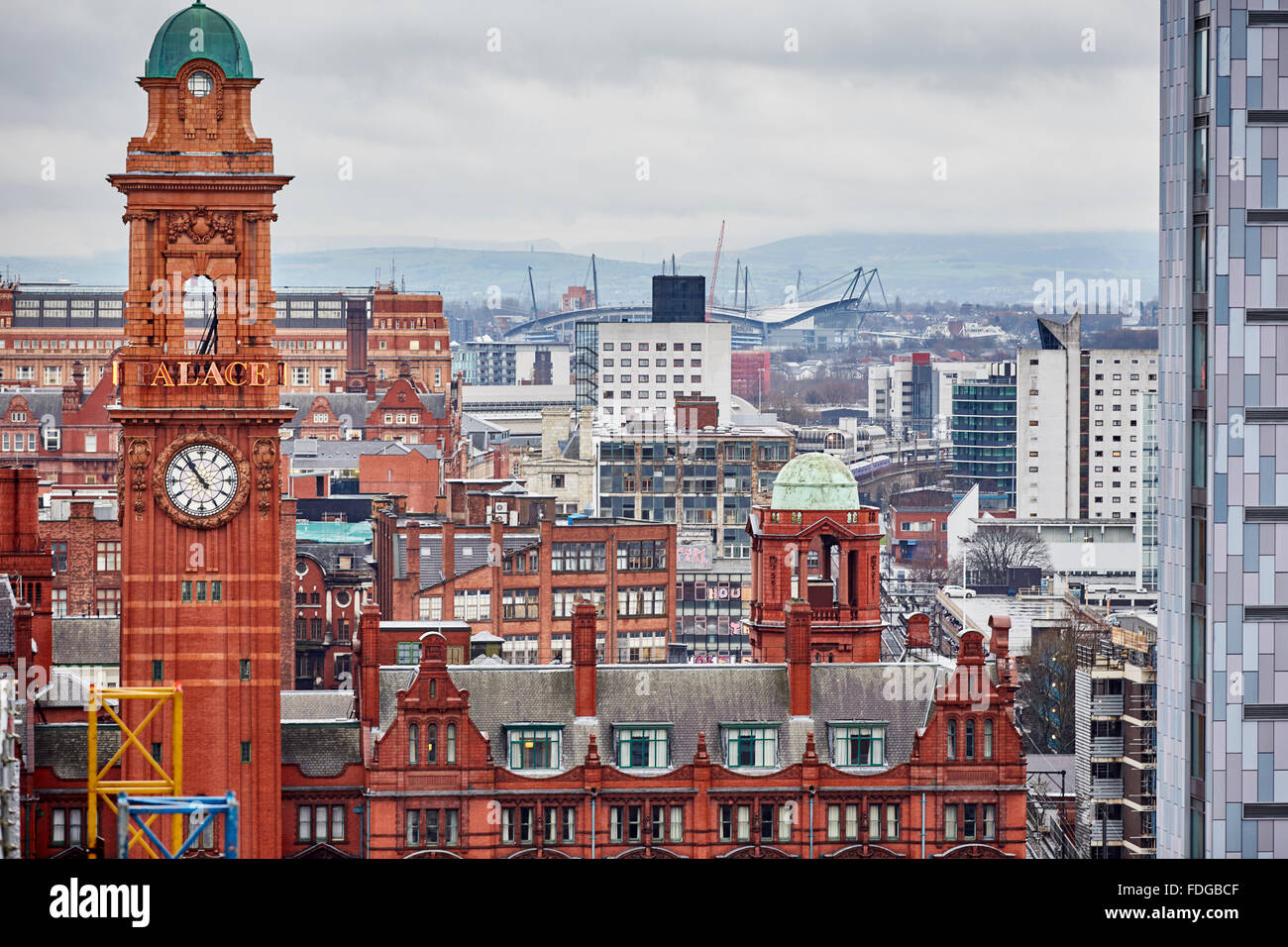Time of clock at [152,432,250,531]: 10:53
